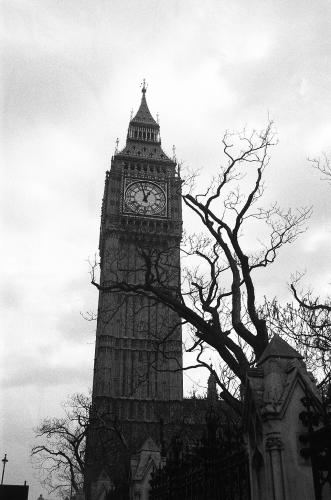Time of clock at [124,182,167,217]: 12:57
